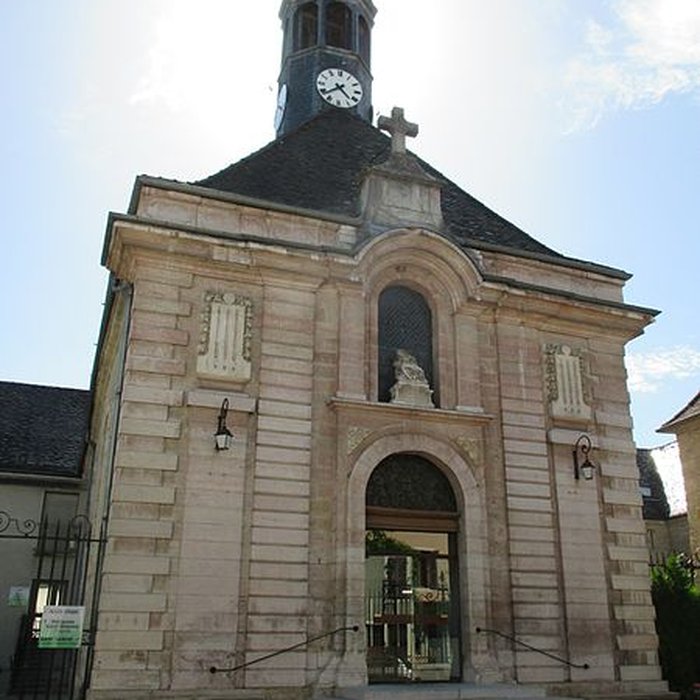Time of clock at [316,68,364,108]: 4:38
